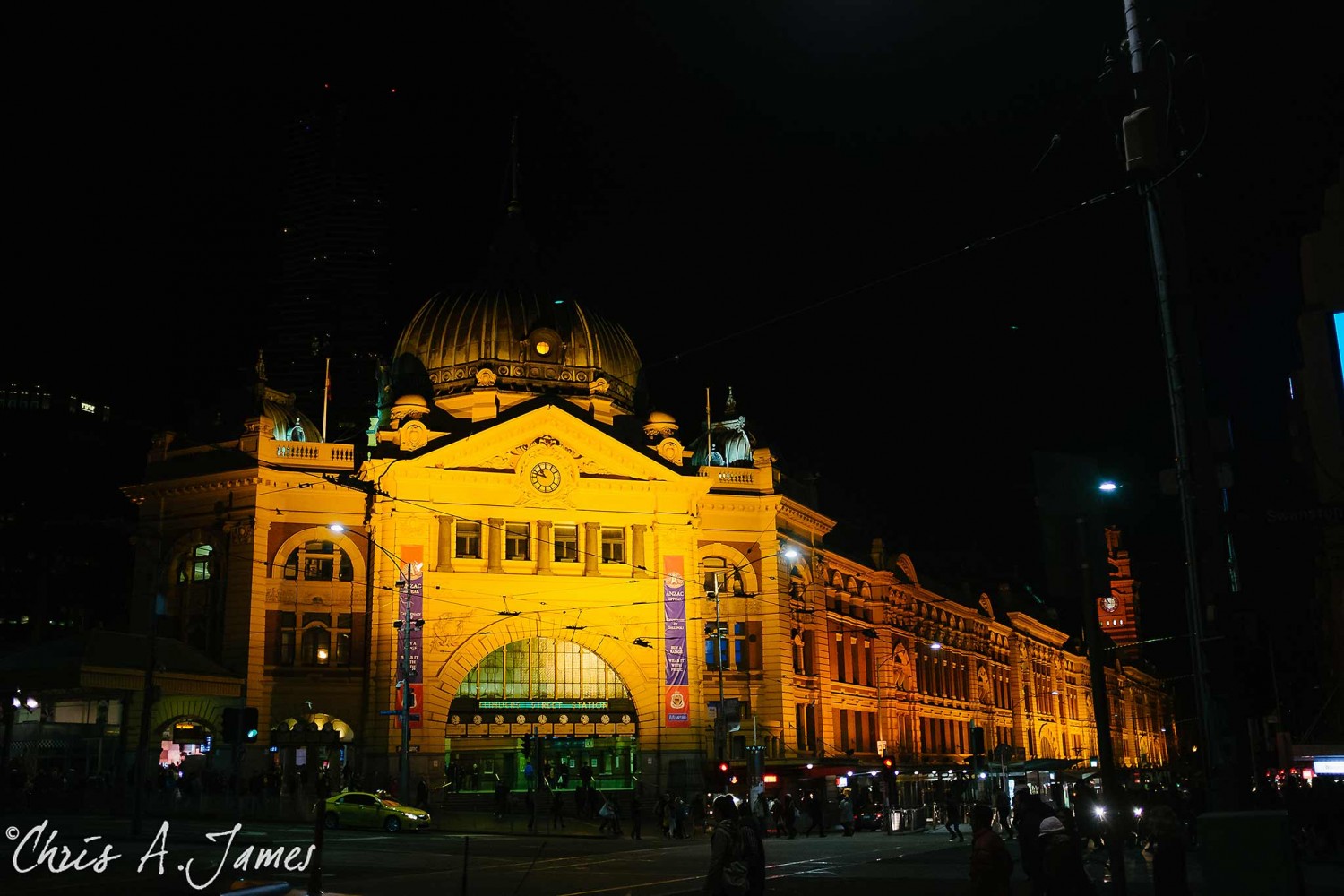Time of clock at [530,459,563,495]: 10:47
